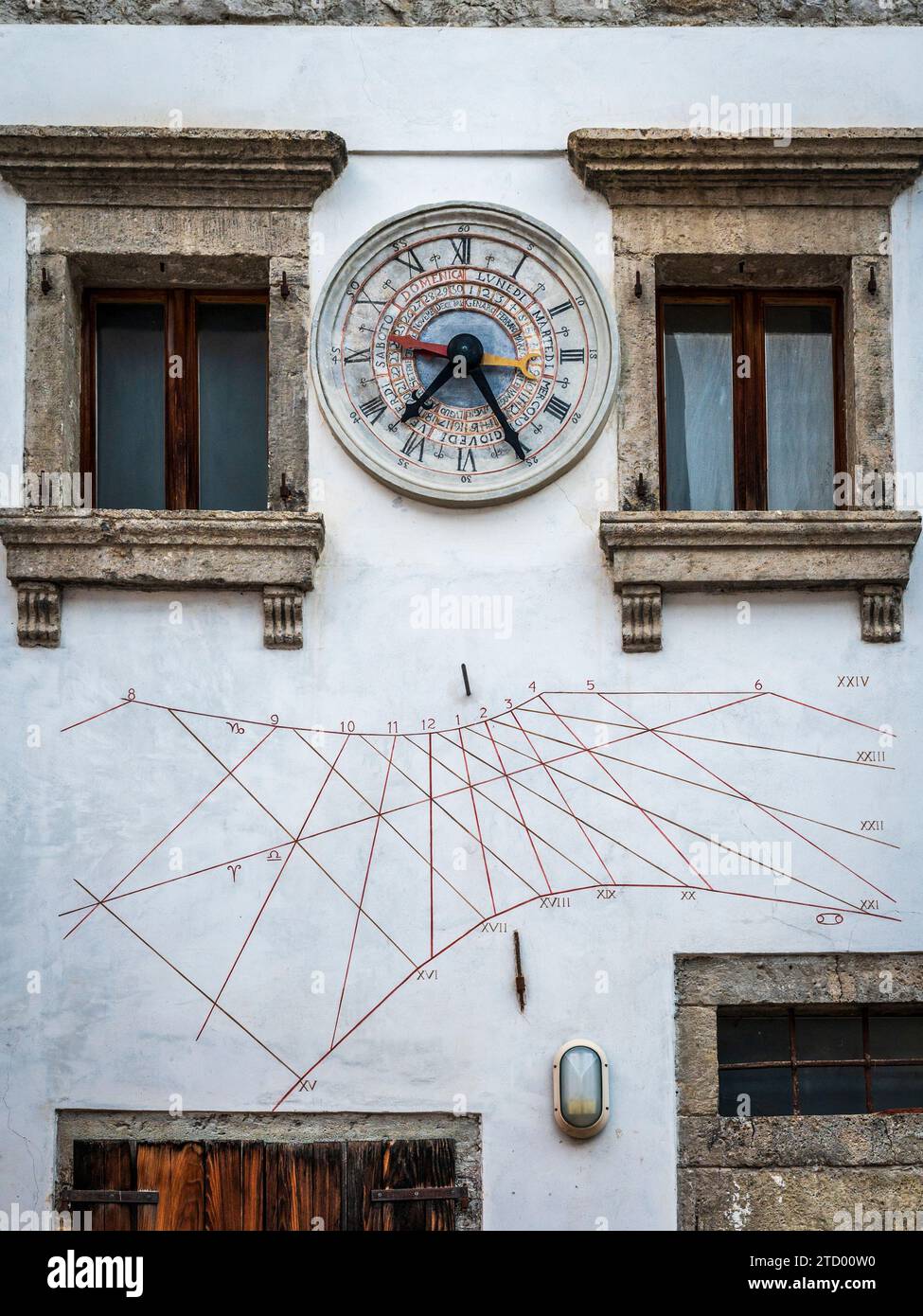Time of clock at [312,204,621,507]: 7:25
